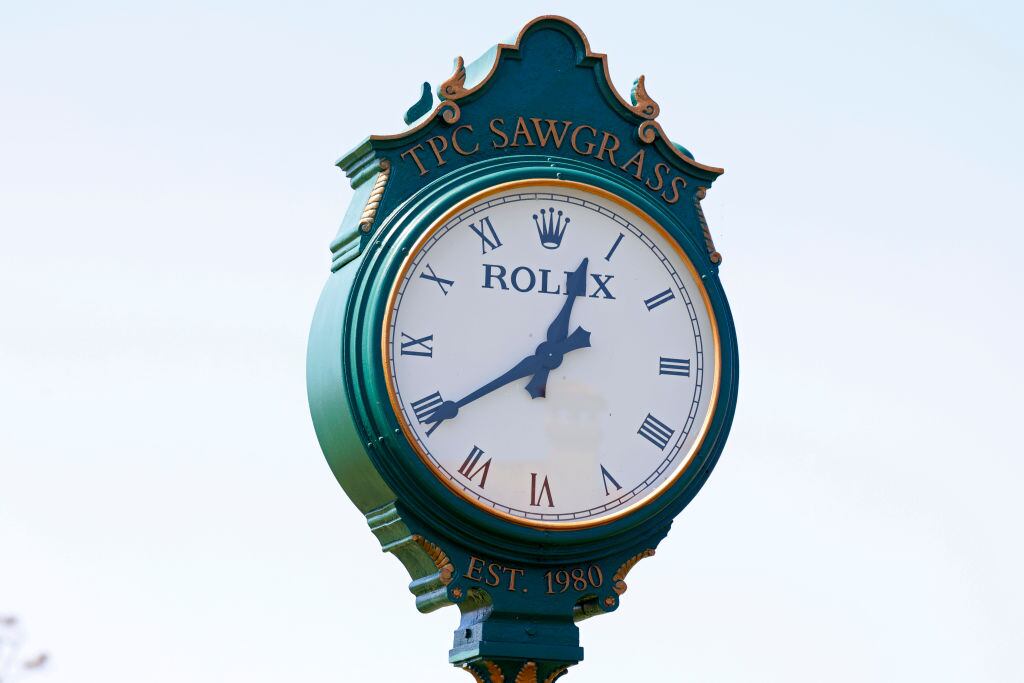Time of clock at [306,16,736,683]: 12:39
